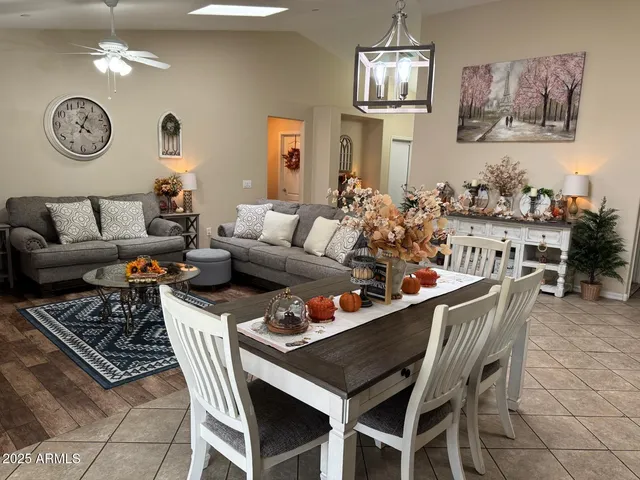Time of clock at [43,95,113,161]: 4:04
